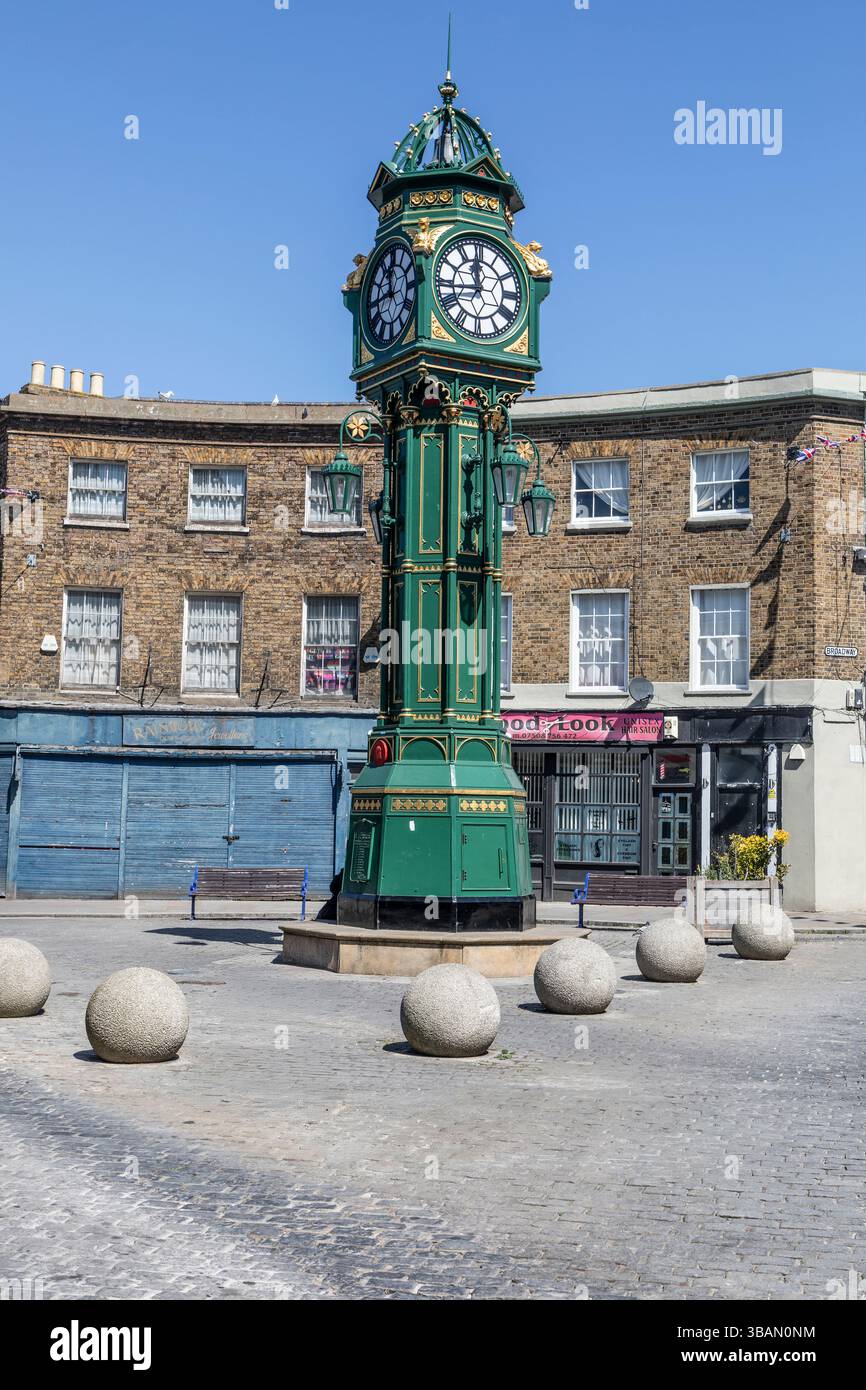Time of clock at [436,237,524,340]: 11:43
